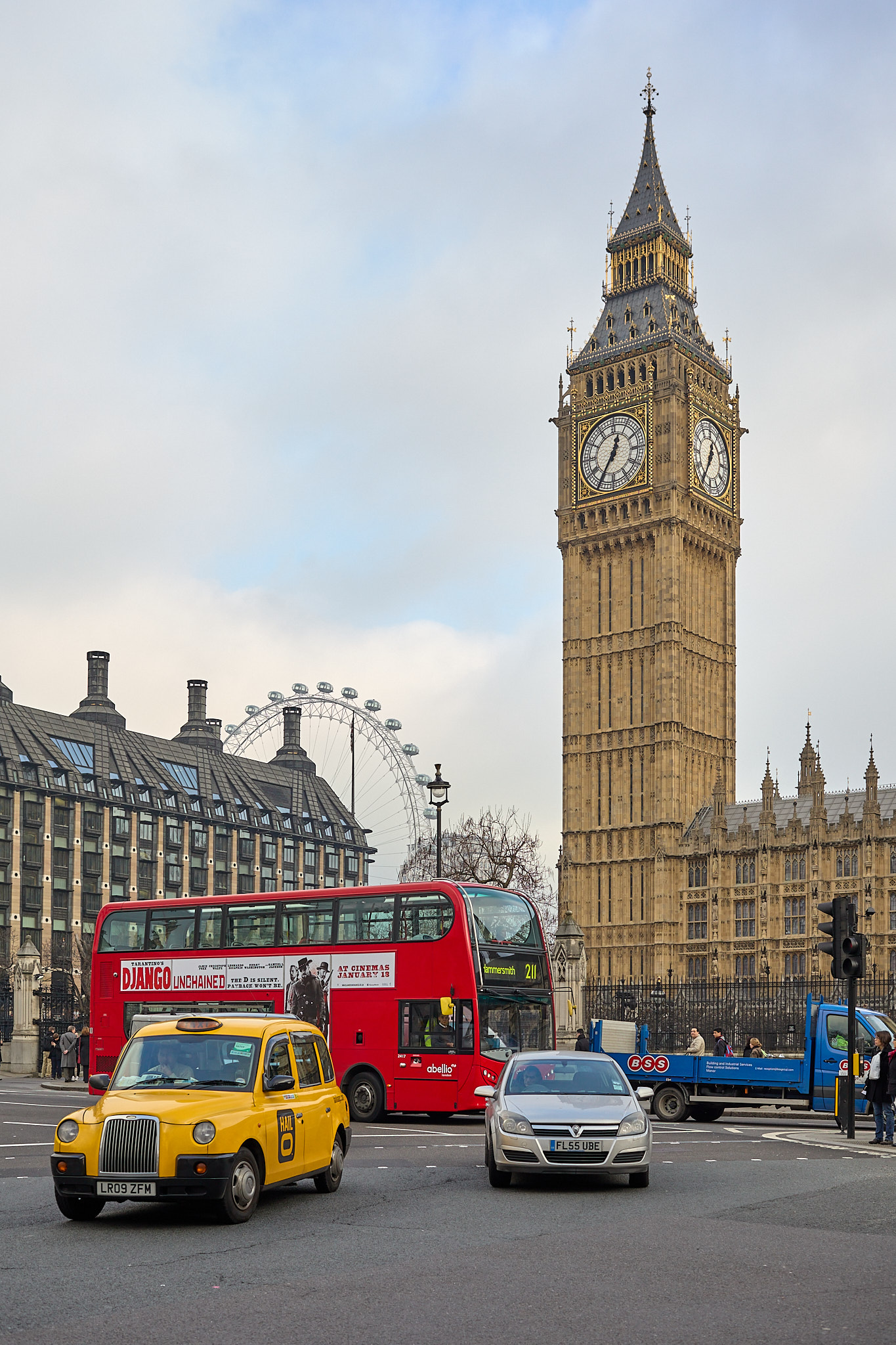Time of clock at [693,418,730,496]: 12:34
